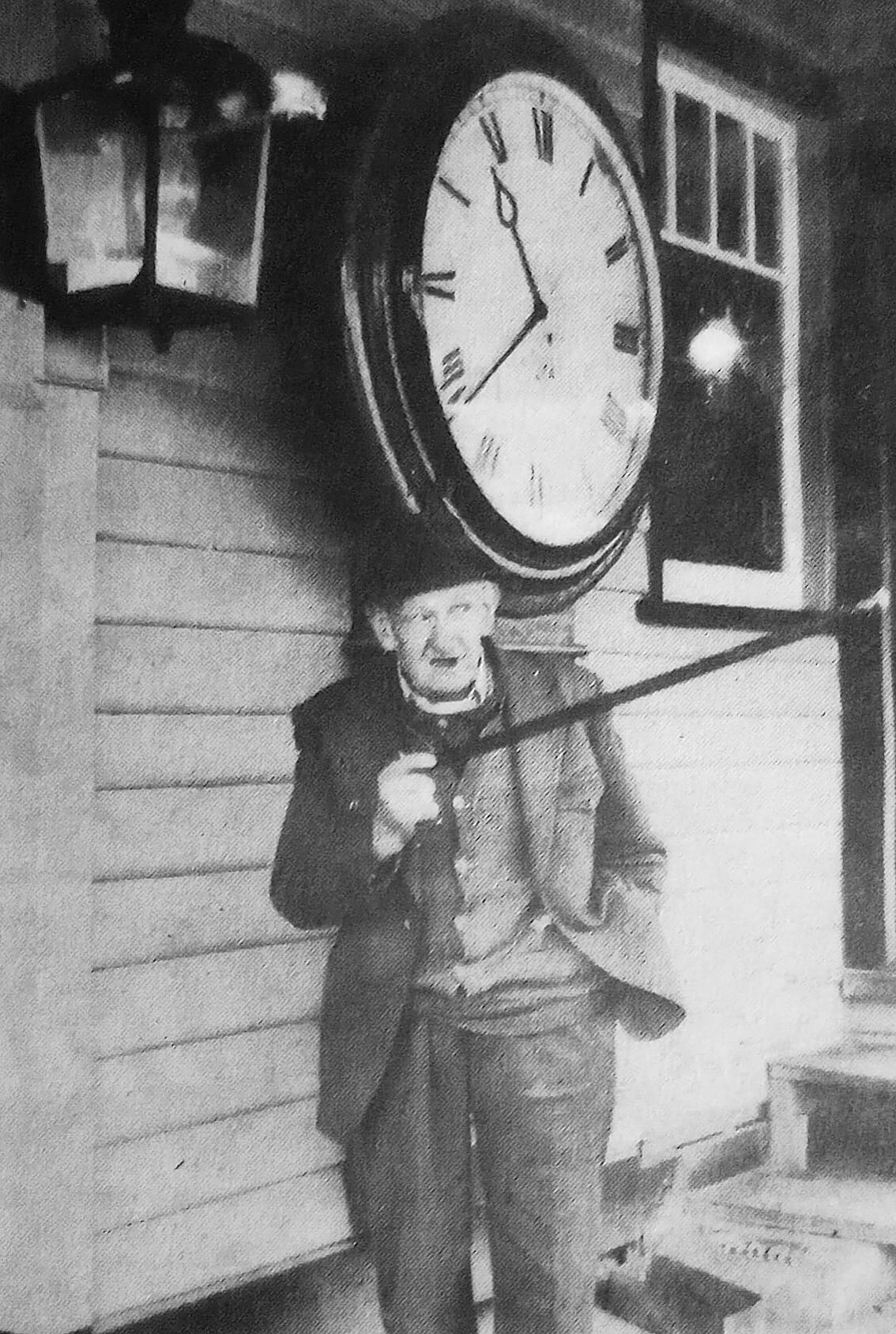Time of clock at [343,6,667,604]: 10:38
